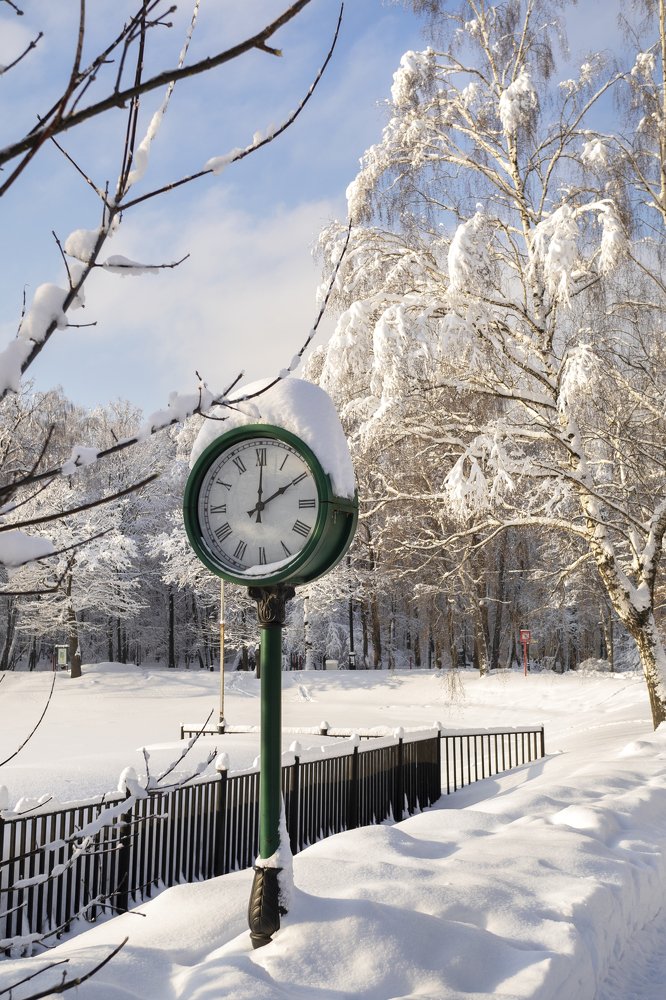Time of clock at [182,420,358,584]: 2:00
